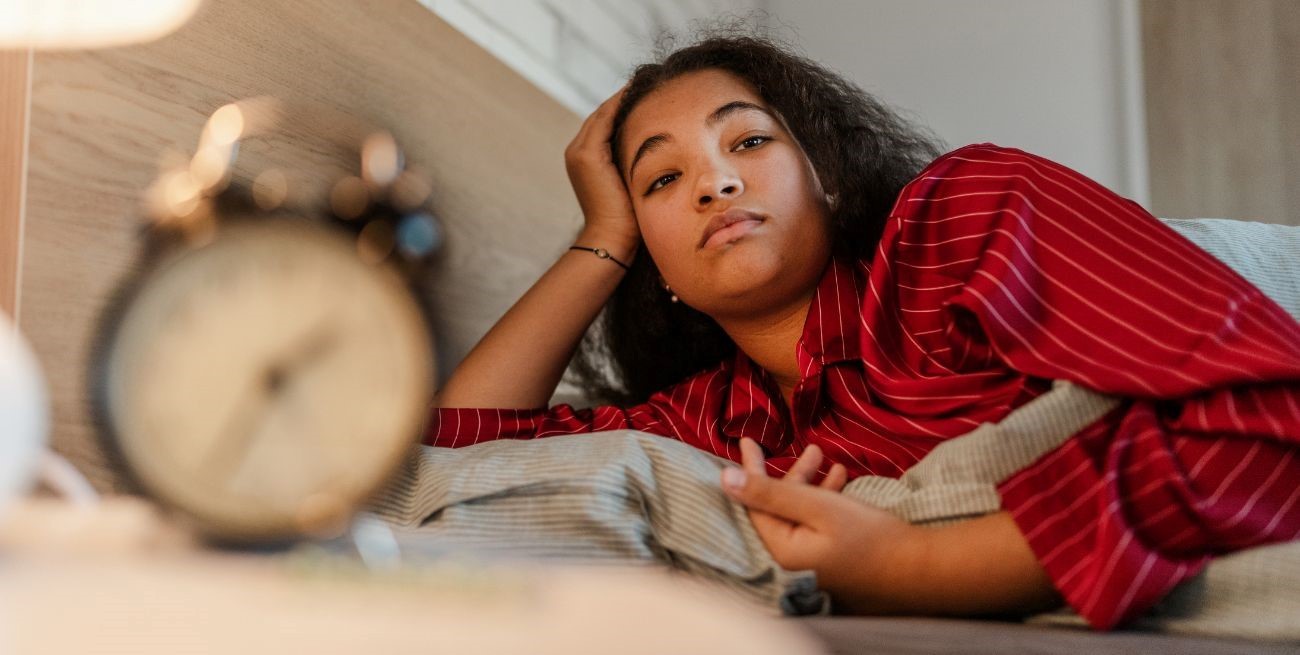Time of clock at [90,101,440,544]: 1:34
